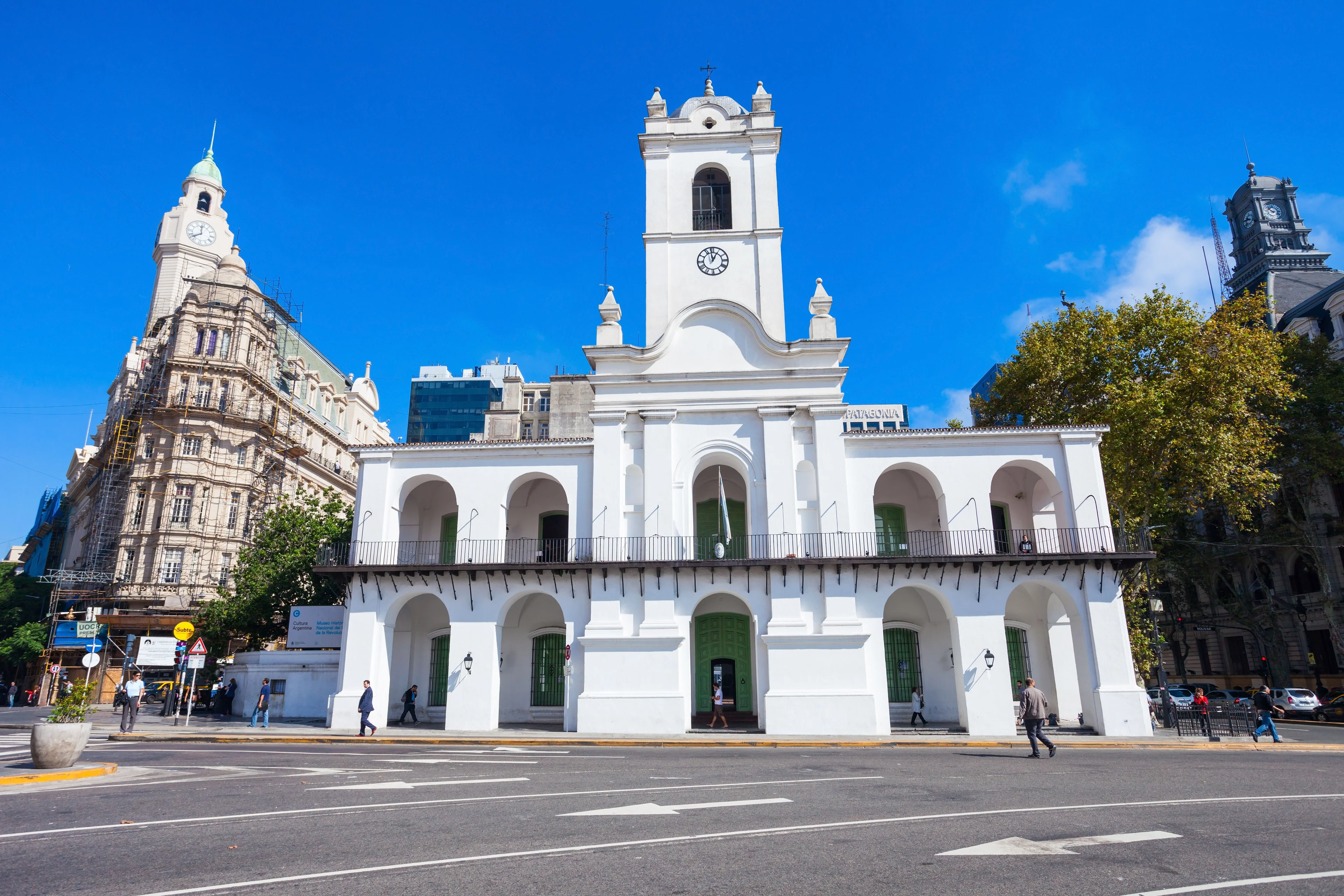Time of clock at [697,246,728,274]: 12:58
